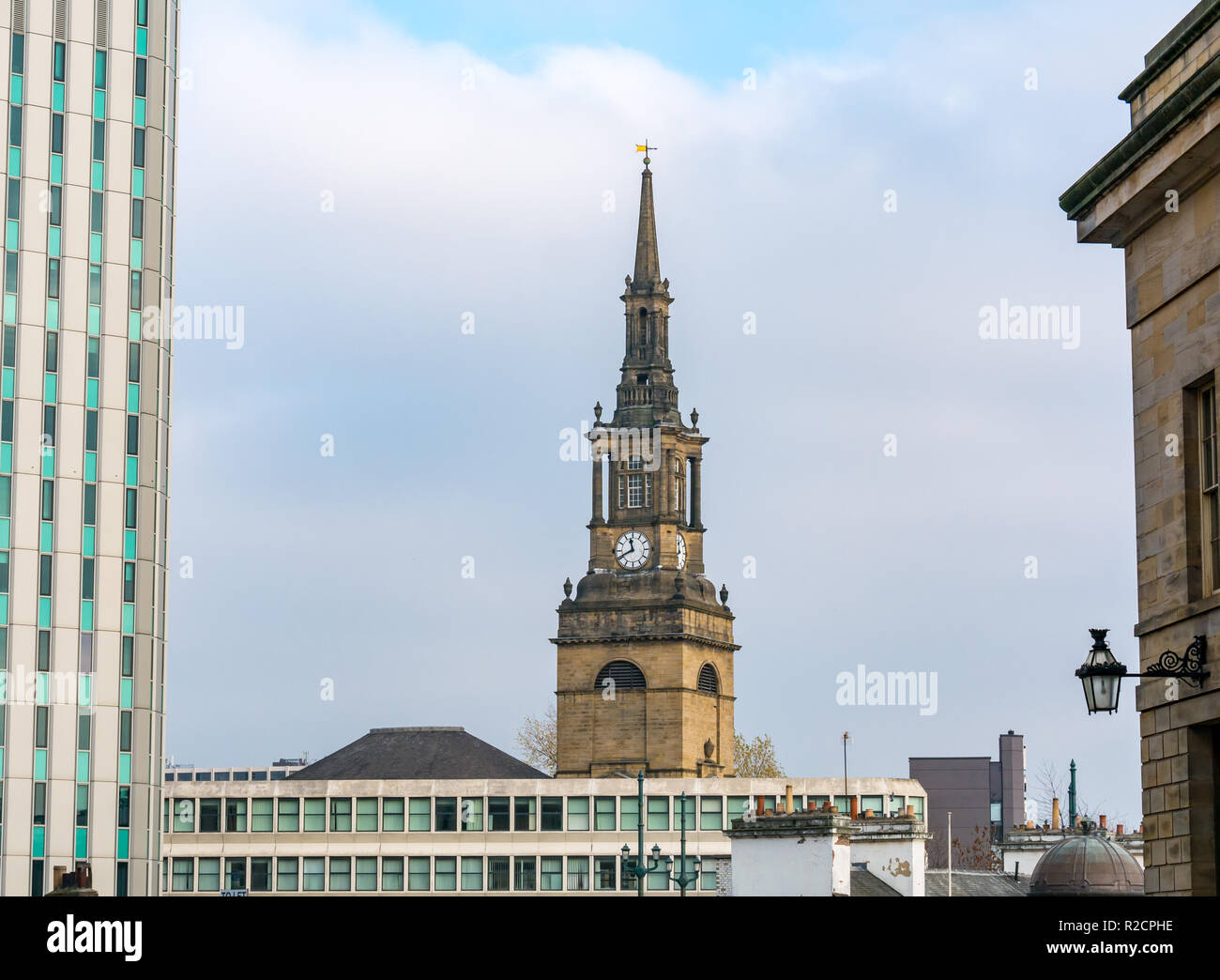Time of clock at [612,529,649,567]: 11:40
